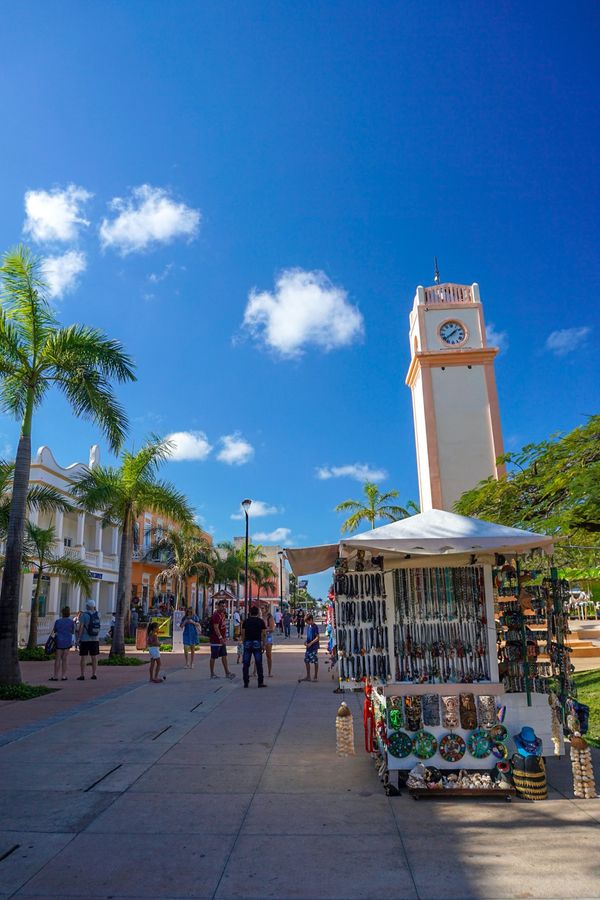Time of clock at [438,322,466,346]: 1:38
